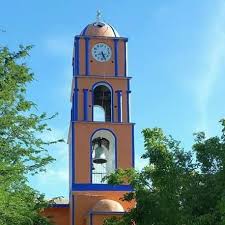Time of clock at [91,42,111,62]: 5:26
